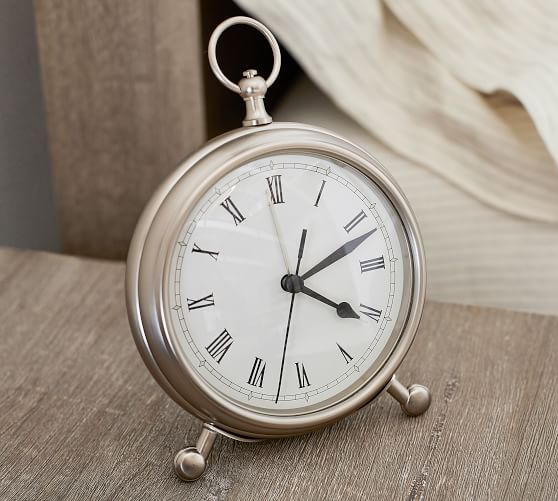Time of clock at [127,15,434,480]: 4:11
